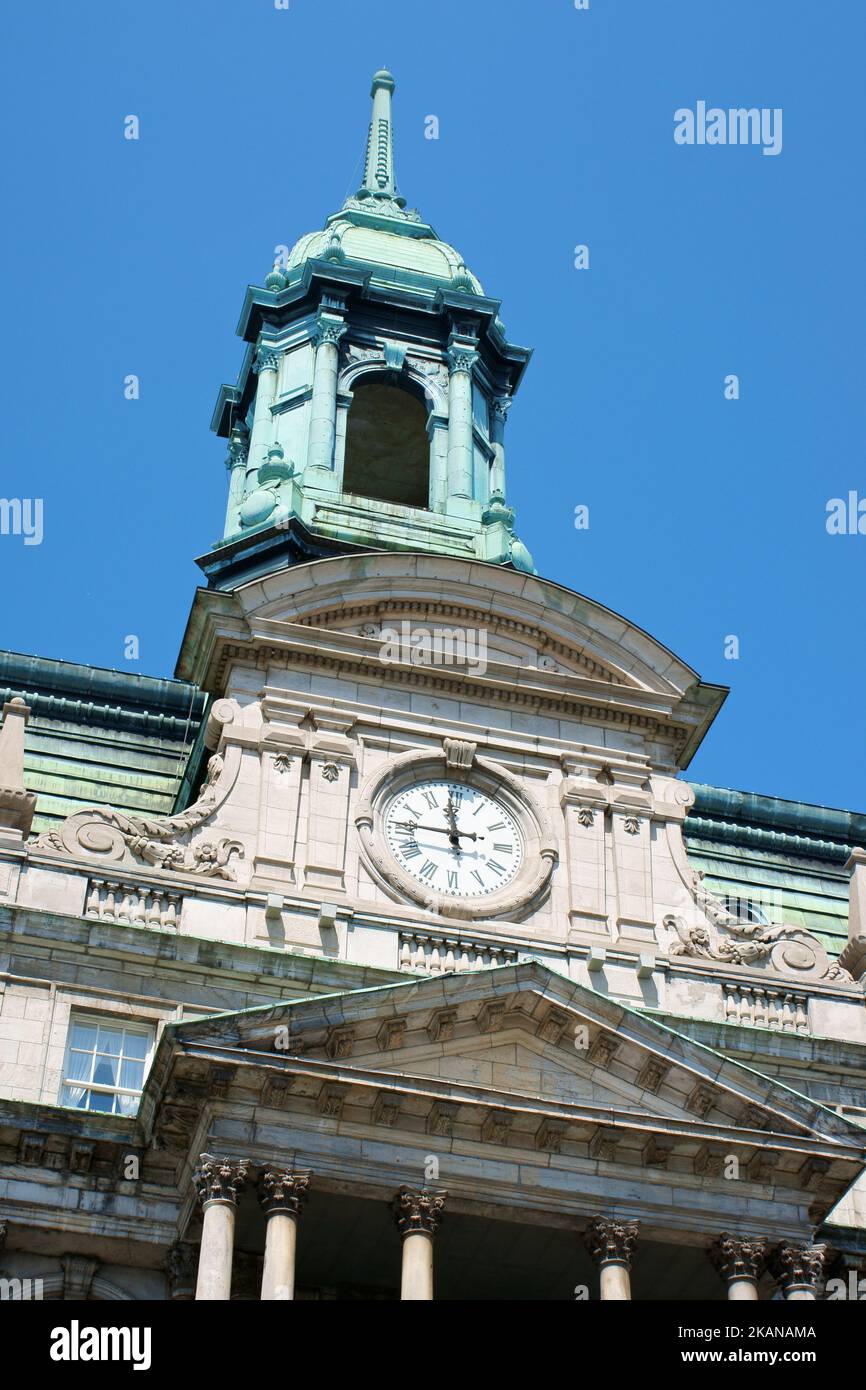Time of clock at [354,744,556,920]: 11:45
